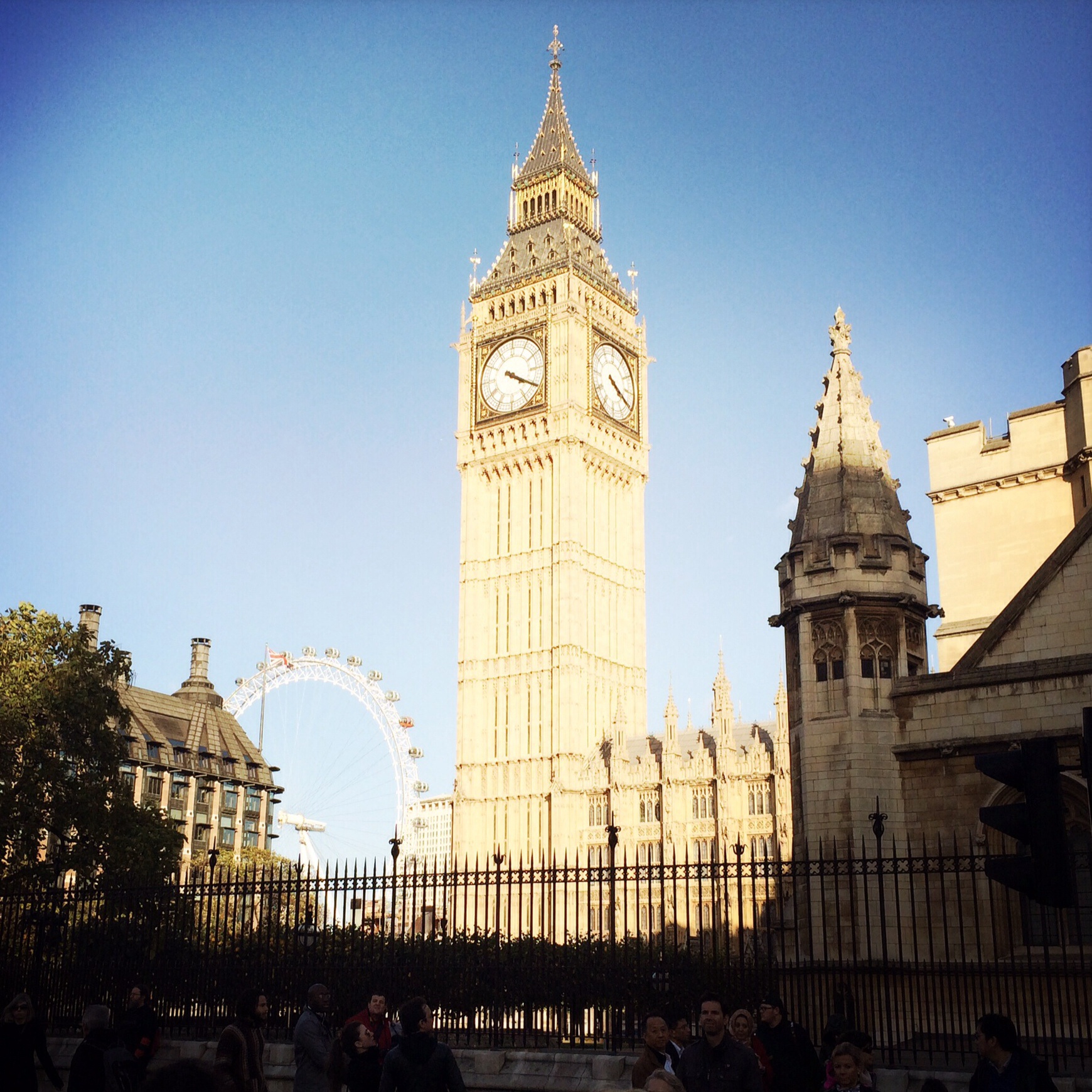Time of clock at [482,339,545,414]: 4:20
